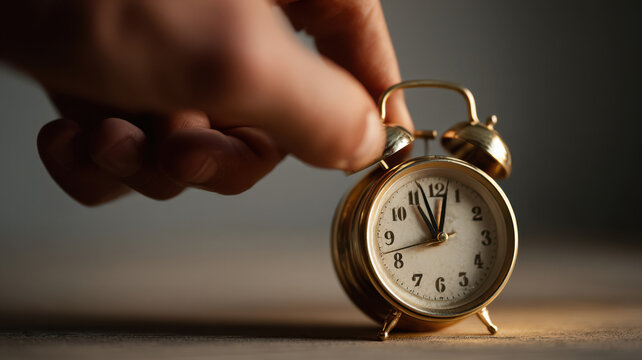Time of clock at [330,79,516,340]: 11:02
